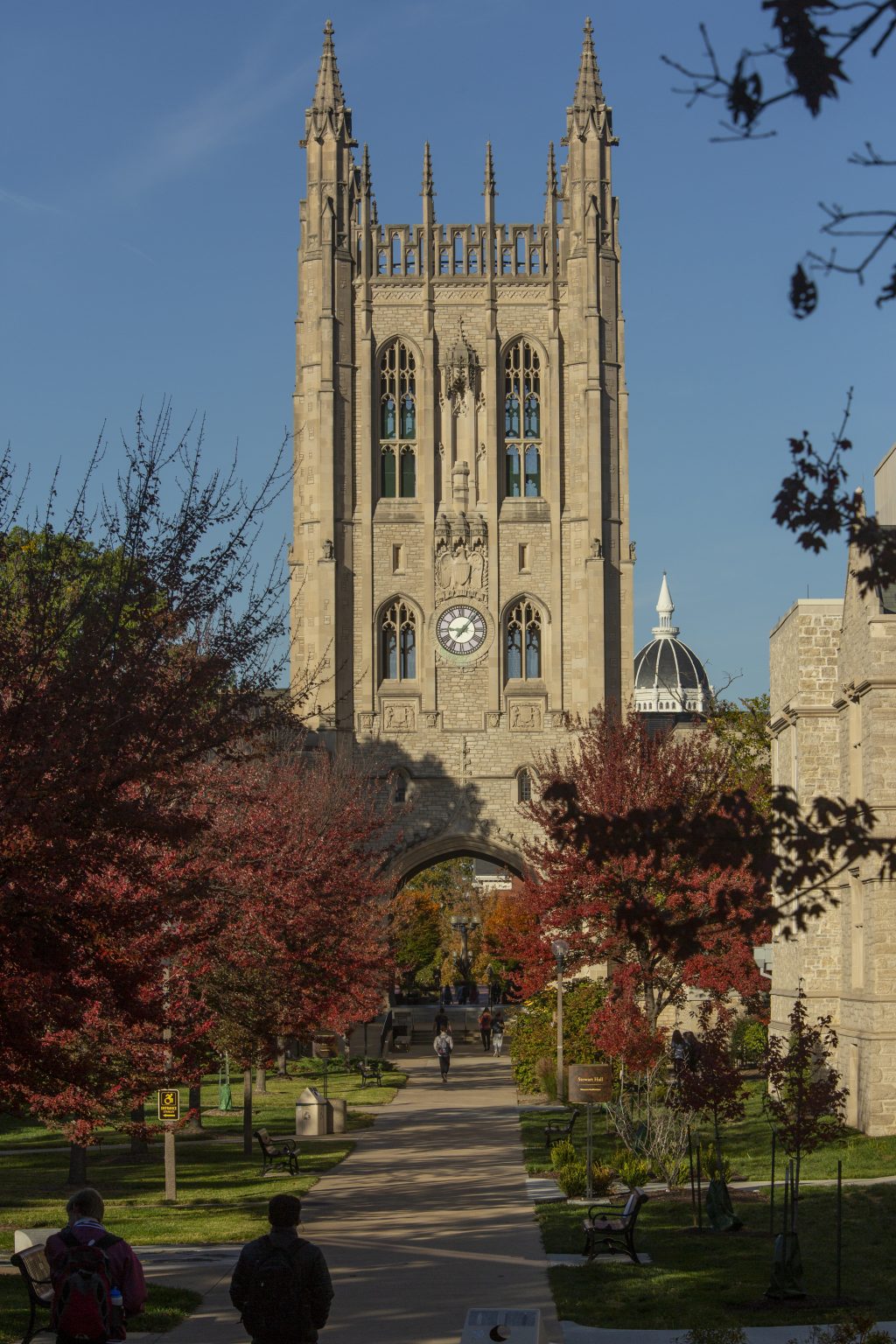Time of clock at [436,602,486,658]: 9:07
